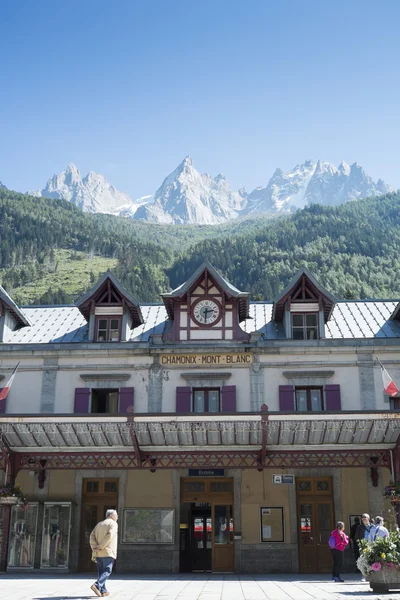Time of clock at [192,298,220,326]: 2:30
